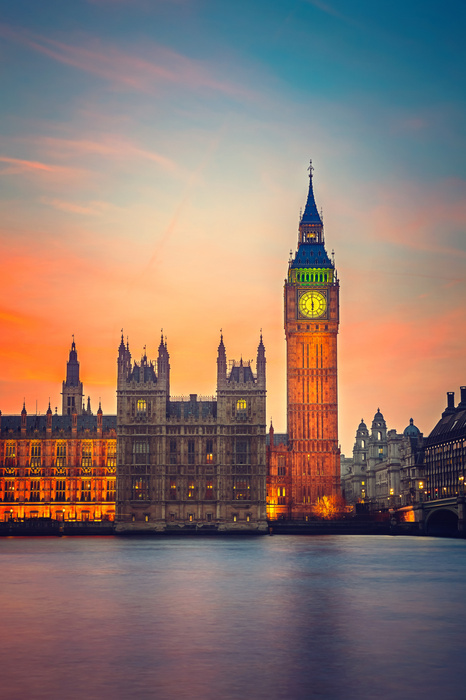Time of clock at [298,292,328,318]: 5:58
